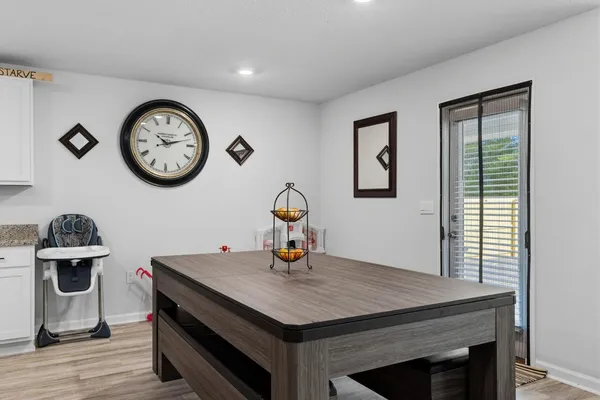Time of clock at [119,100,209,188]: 10:12
